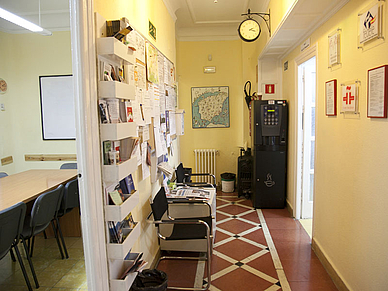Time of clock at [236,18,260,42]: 2:18
